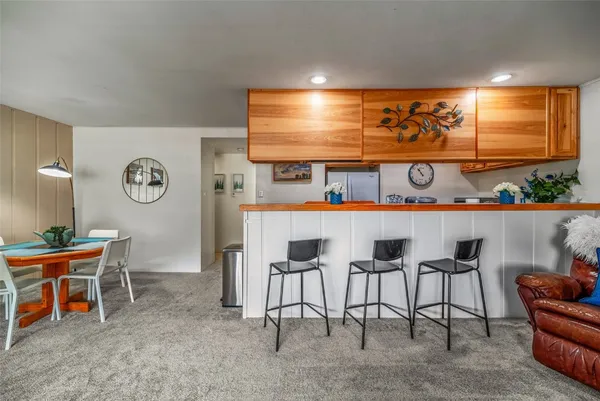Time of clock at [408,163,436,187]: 10:53
